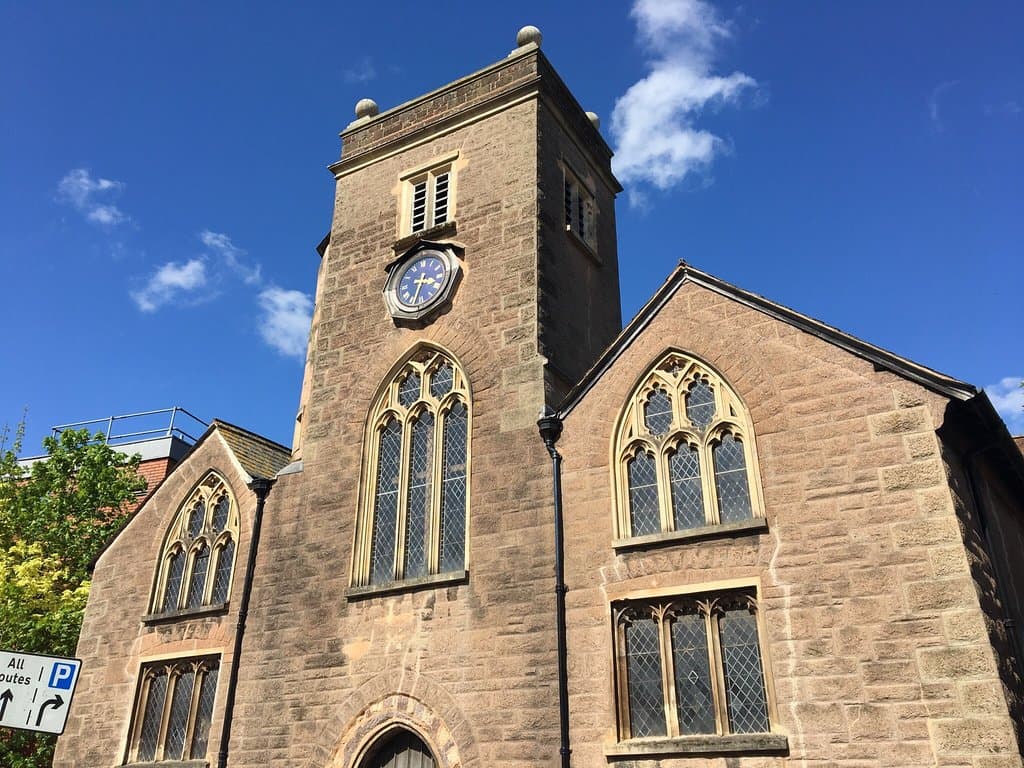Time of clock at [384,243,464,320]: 3:32
